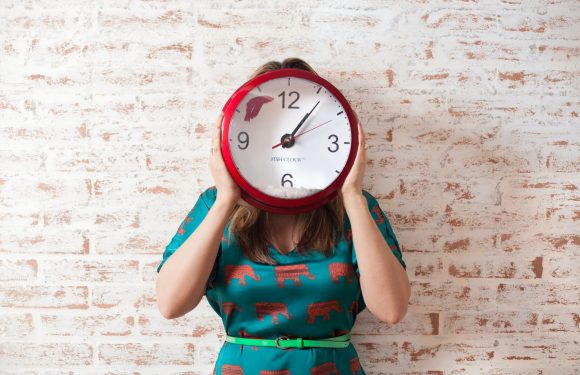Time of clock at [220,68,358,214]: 1:06
